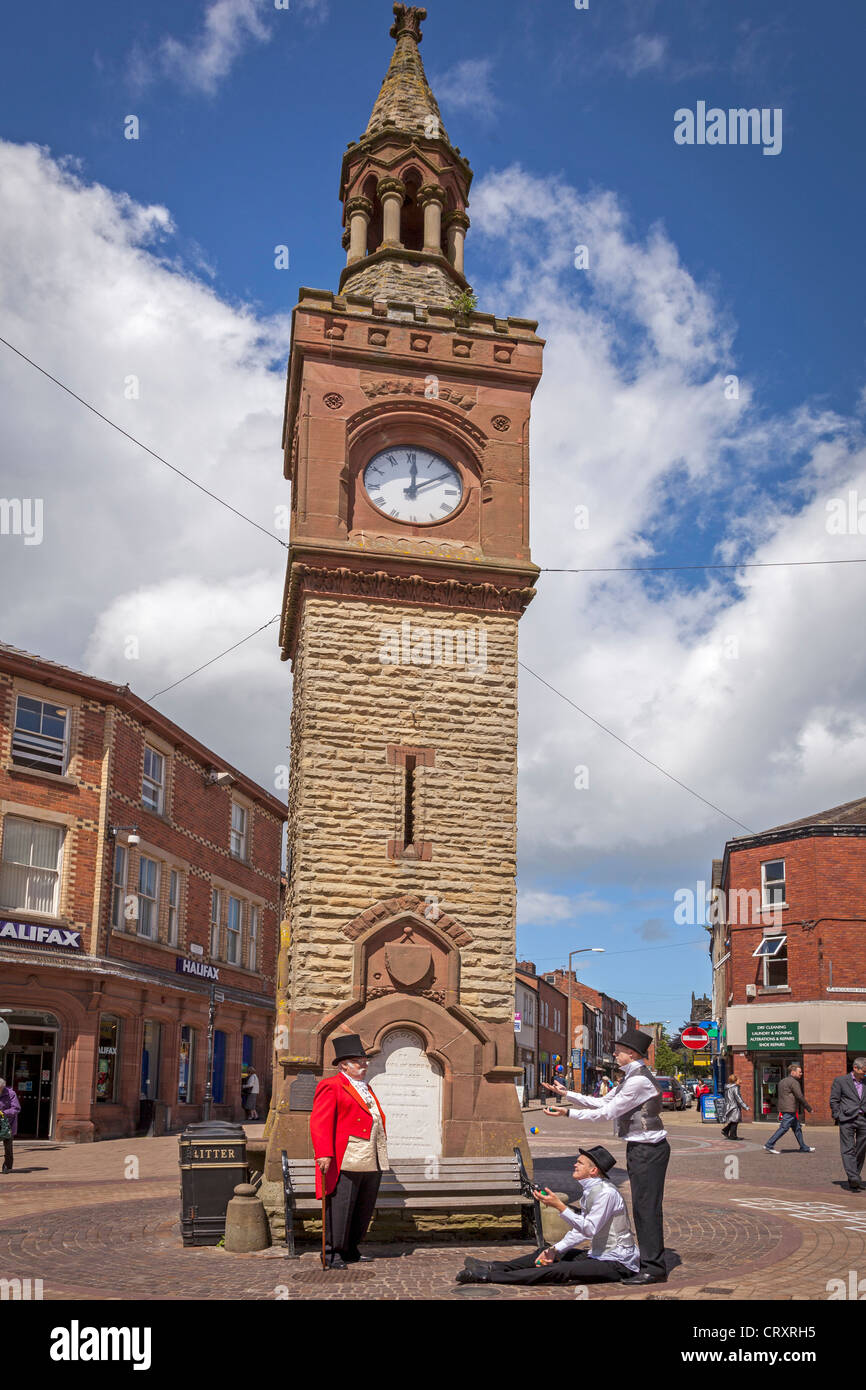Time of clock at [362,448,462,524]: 12:09
